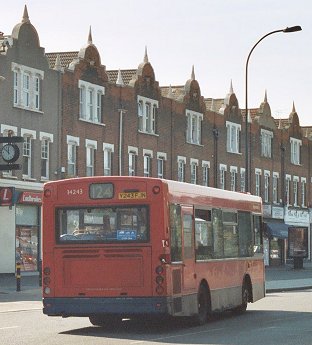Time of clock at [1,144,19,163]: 11:51
